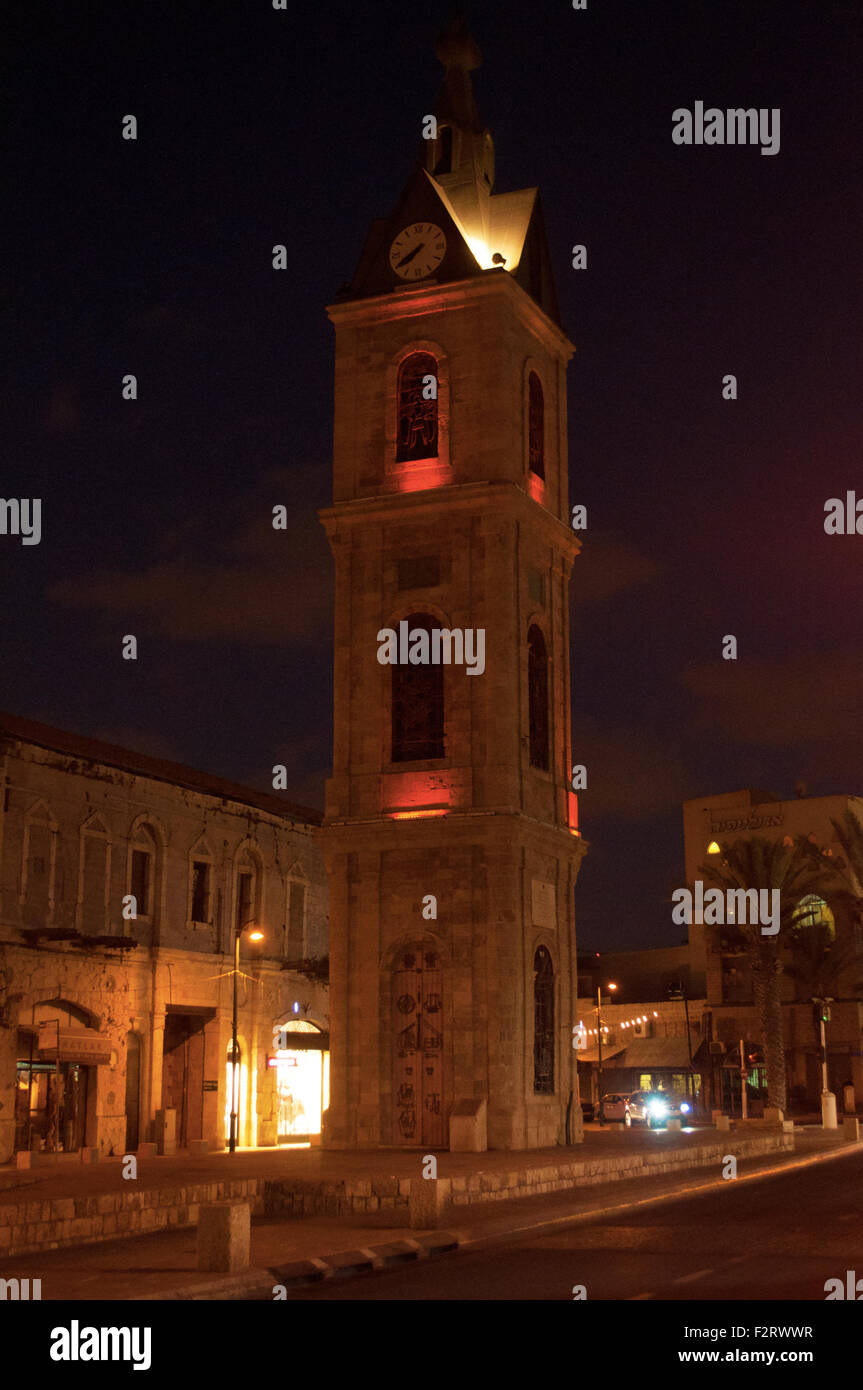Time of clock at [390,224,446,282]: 7:40
